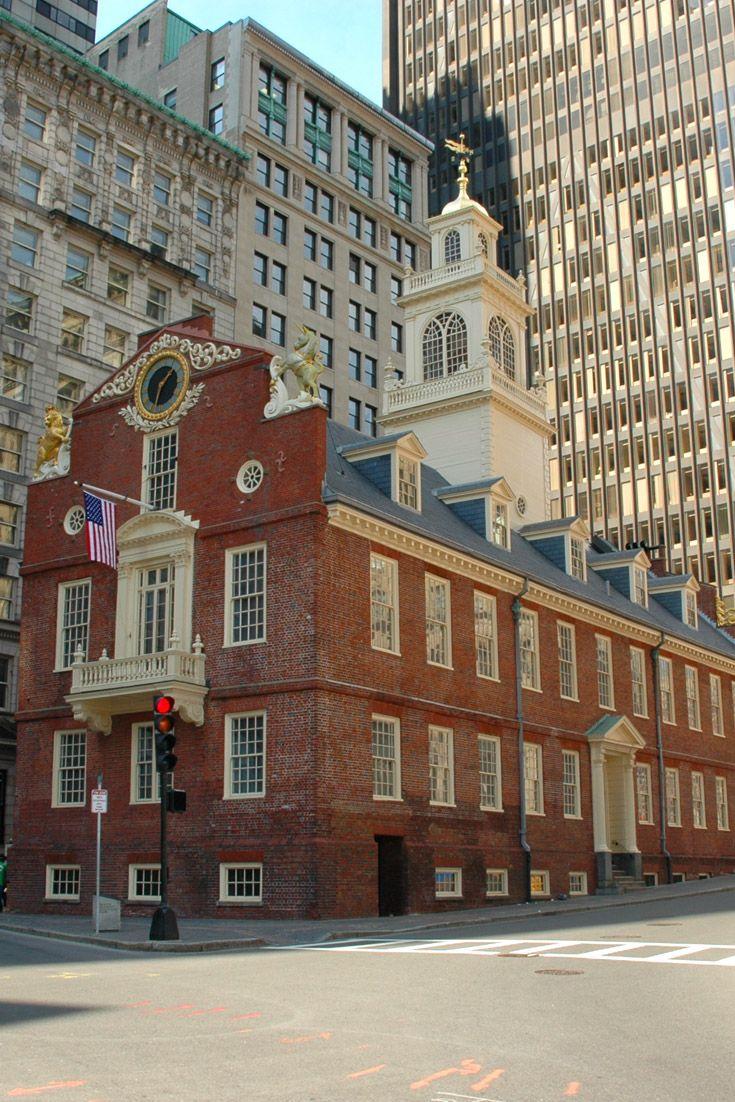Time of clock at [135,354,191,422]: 1:32
